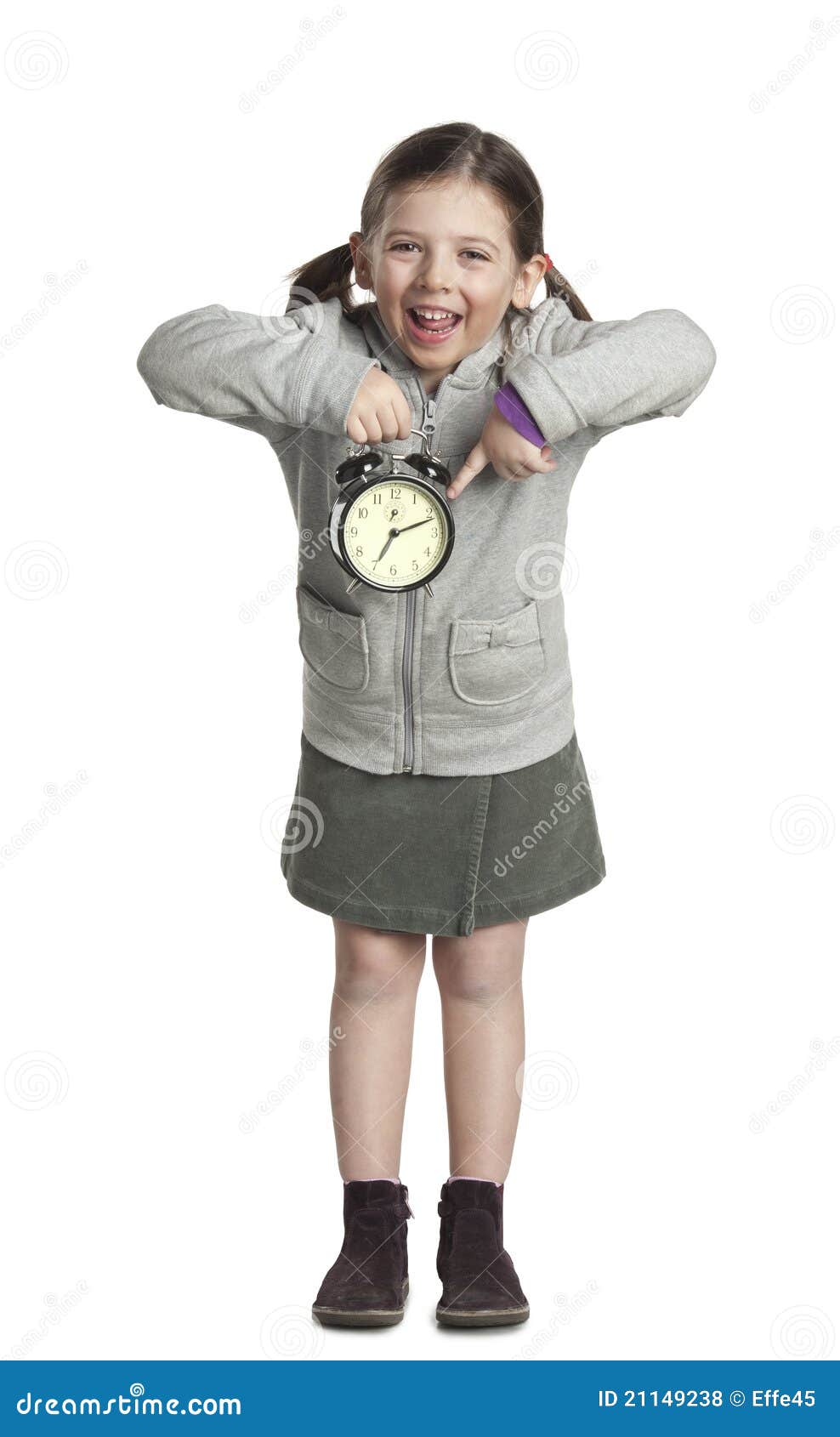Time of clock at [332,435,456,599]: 7:11
